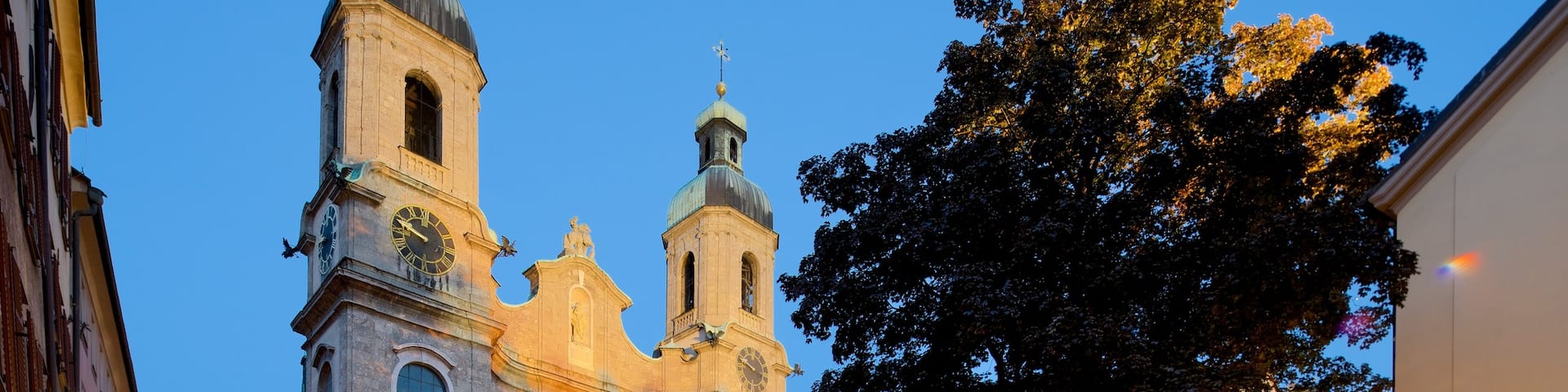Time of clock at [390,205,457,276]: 9:48
